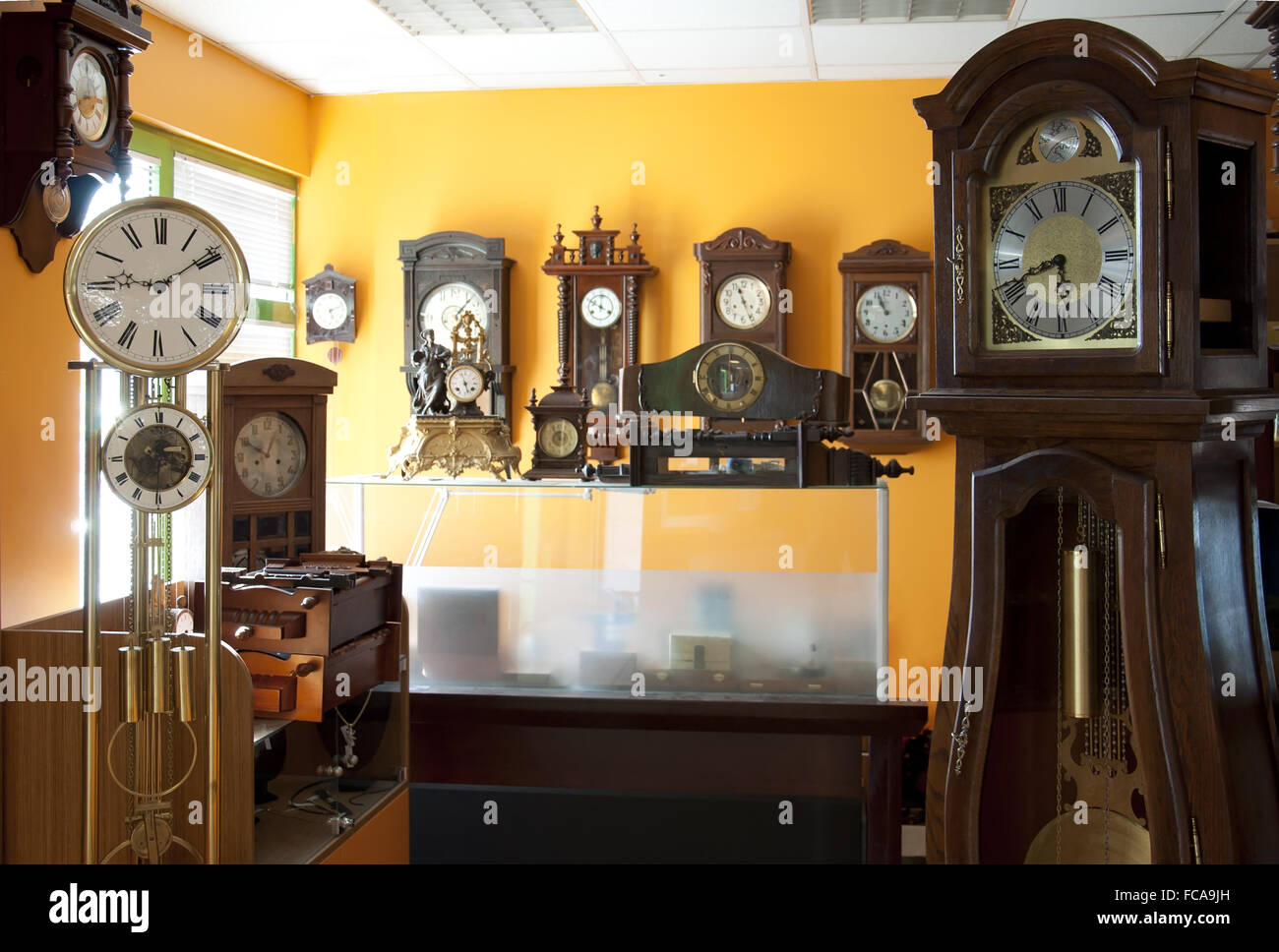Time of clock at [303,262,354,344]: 5:11
